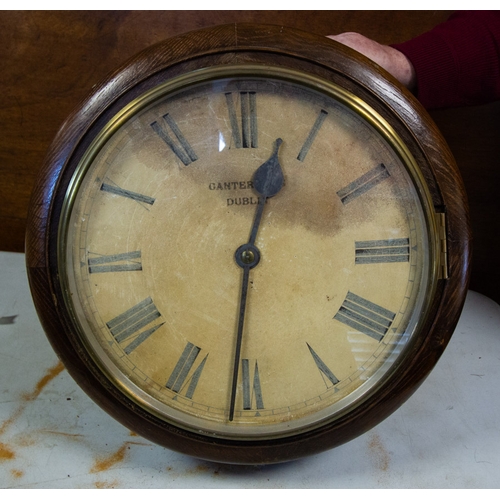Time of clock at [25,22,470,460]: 12:31
